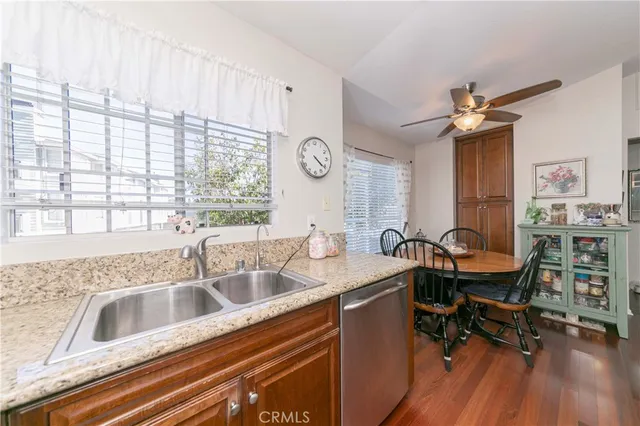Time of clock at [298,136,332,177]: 4:21
